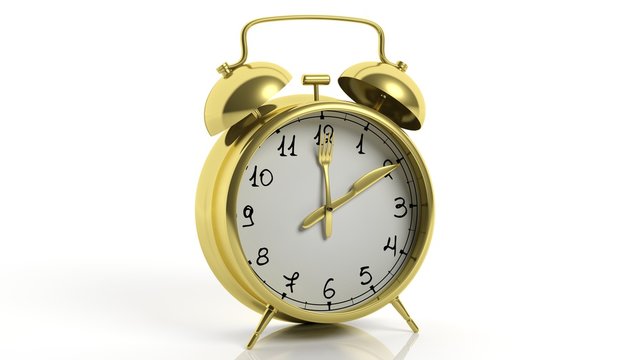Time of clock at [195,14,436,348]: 1:59
